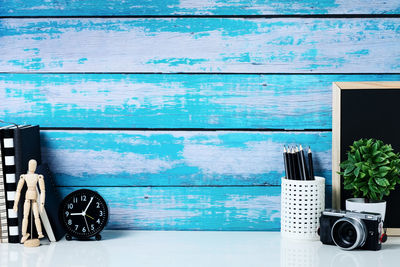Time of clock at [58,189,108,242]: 9:04
